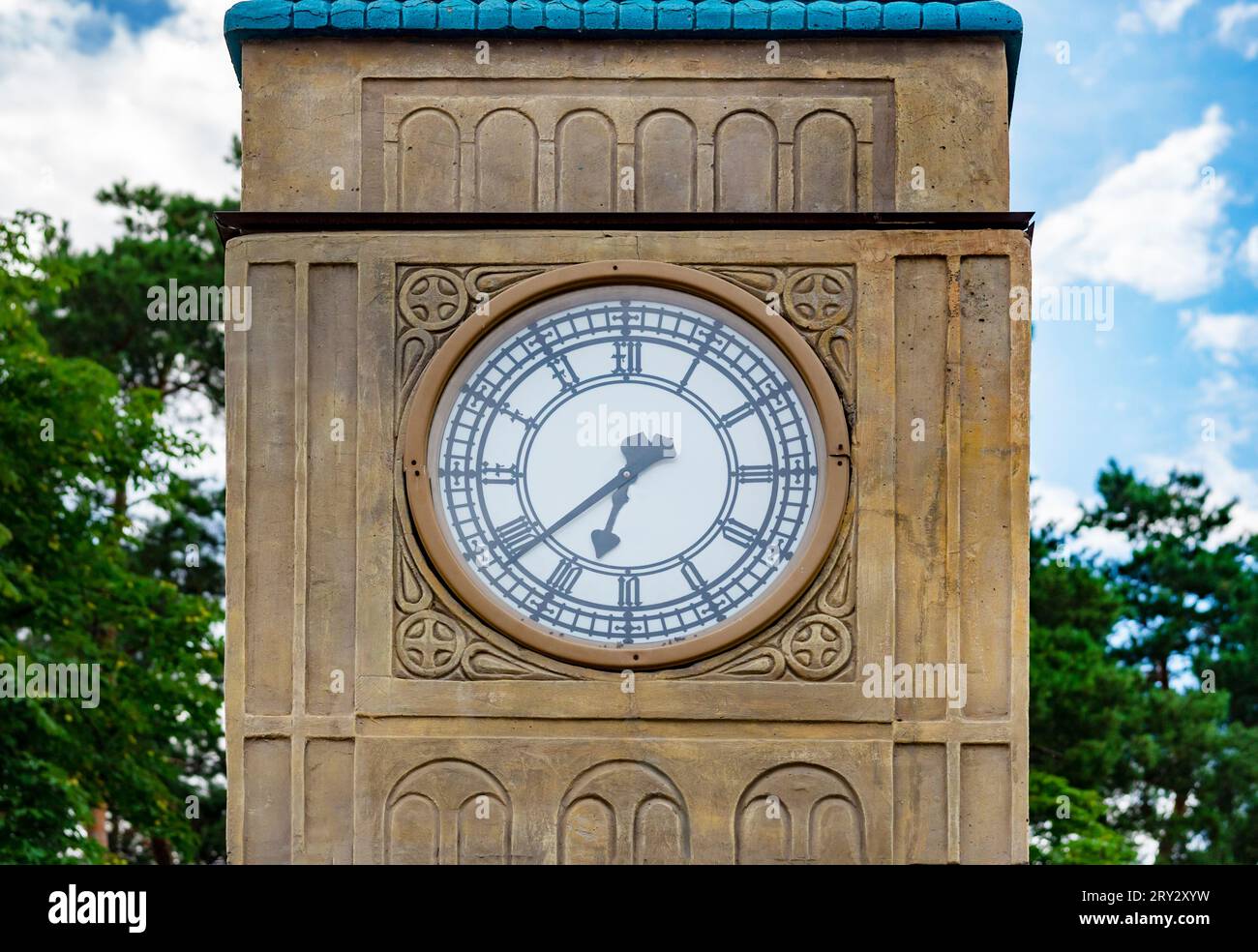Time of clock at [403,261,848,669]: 6:38
